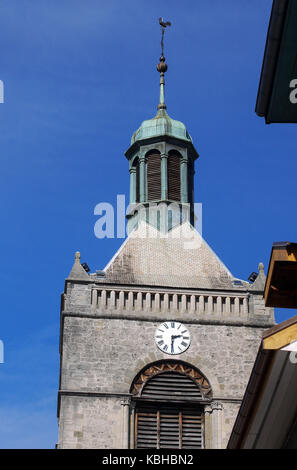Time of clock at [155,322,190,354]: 2:30
